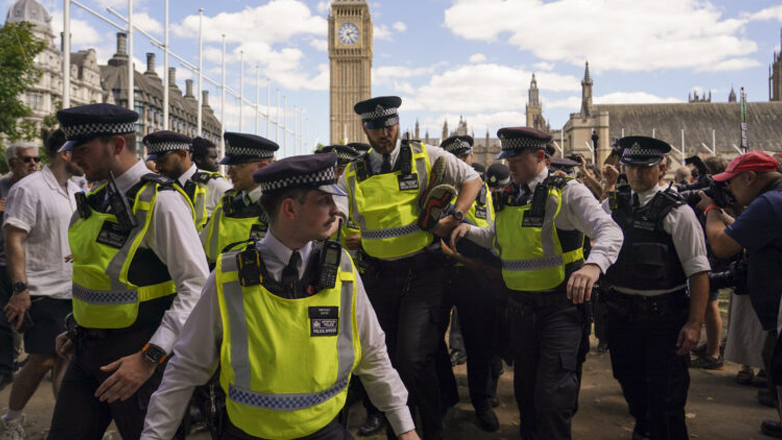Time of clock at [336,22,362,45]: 2:25
